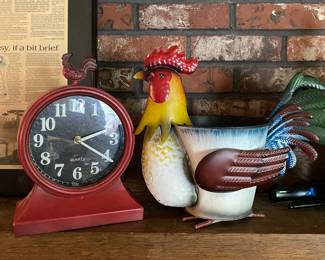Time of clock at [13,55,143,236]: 2:20
